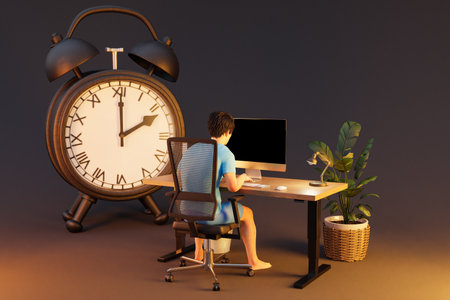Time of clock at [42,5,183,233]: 2:01
